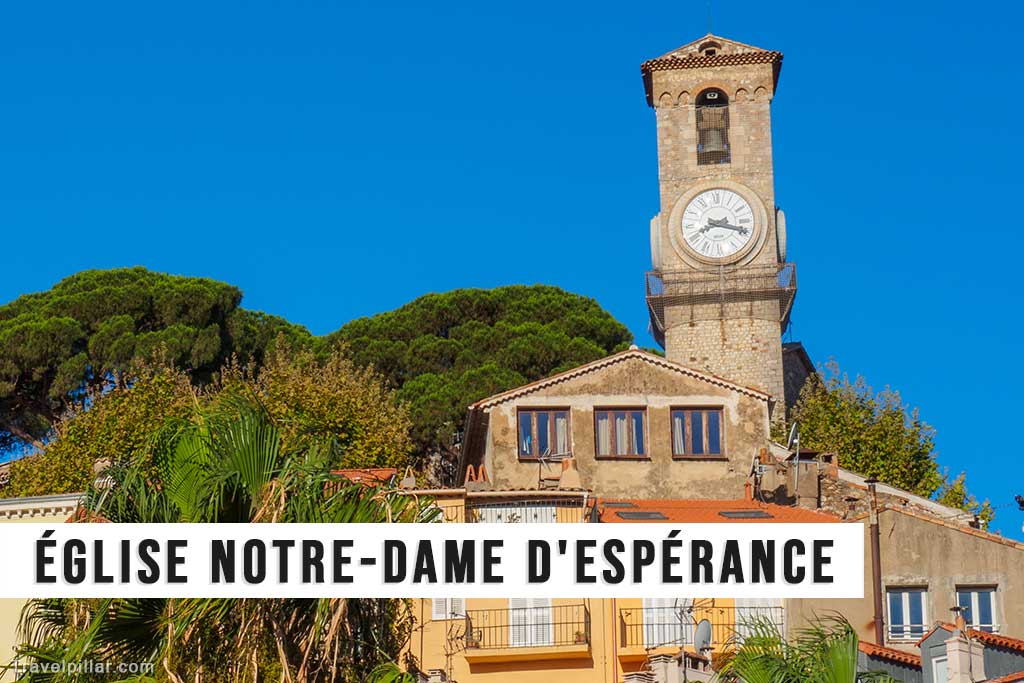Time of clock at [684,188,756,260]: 8:18
